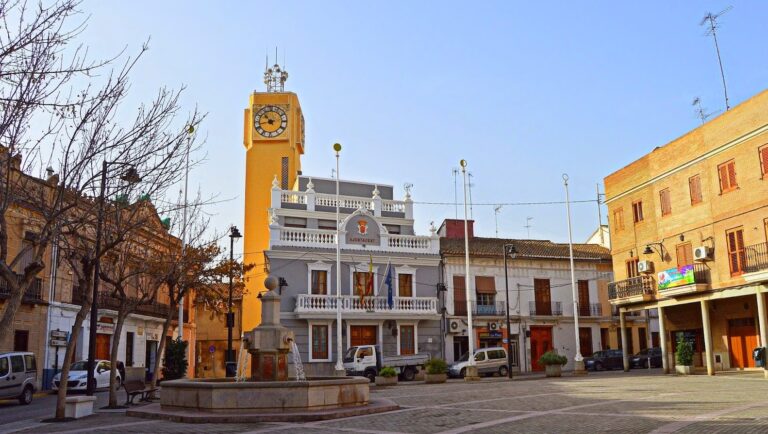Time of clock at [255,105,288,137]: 10:42
